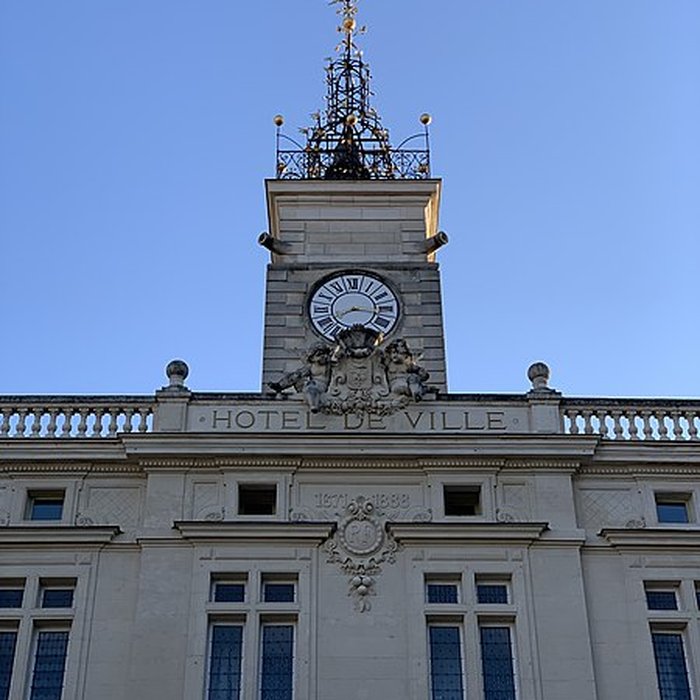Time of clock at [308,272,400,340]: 8:16
